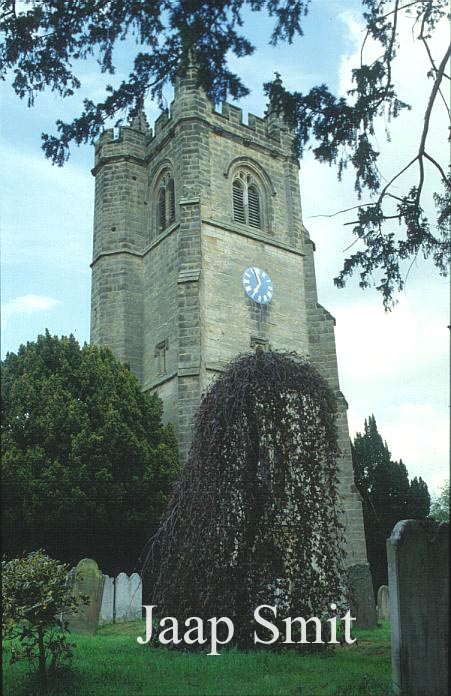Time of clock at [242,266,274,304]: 11:36
